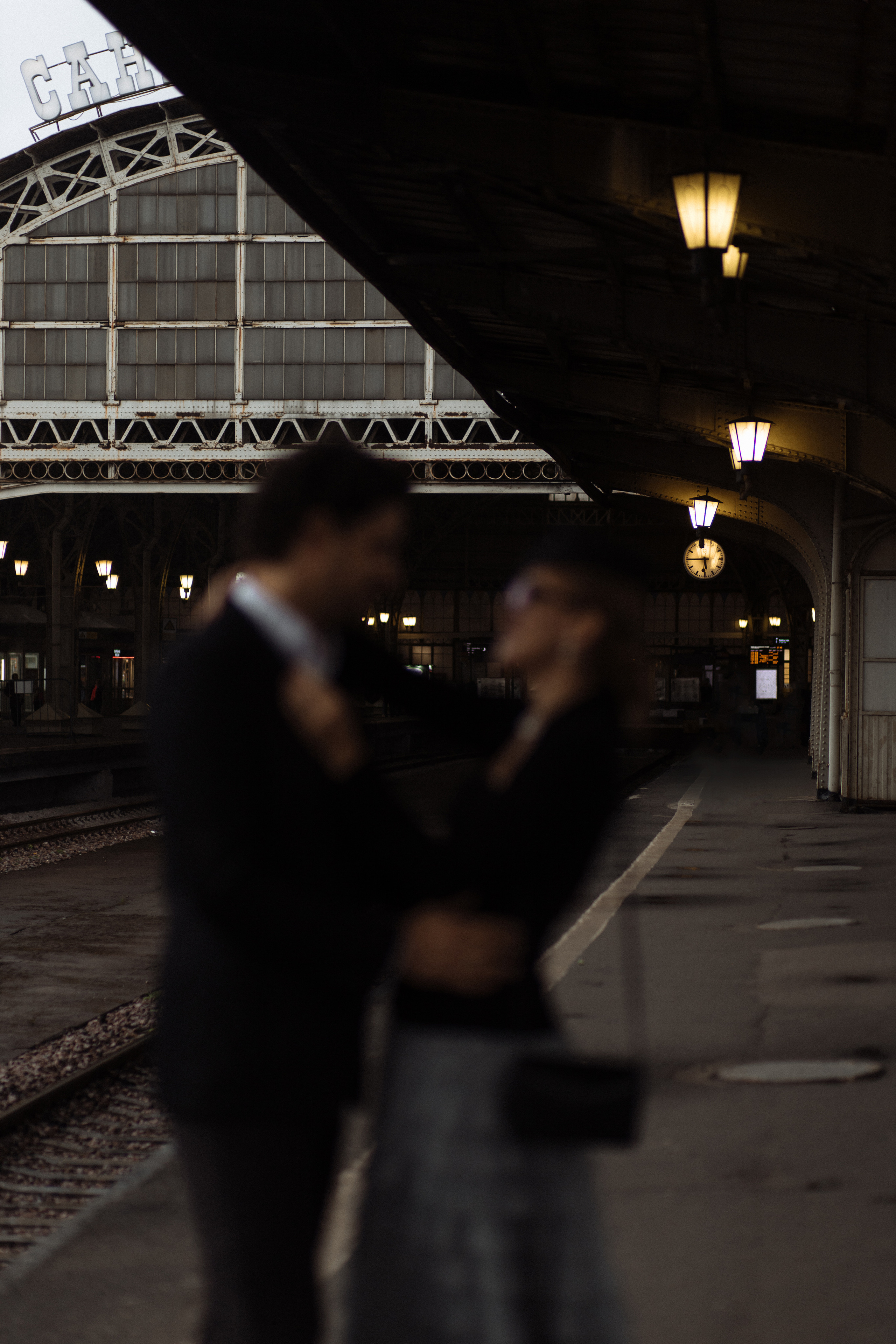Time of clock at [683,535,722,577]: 5:45
